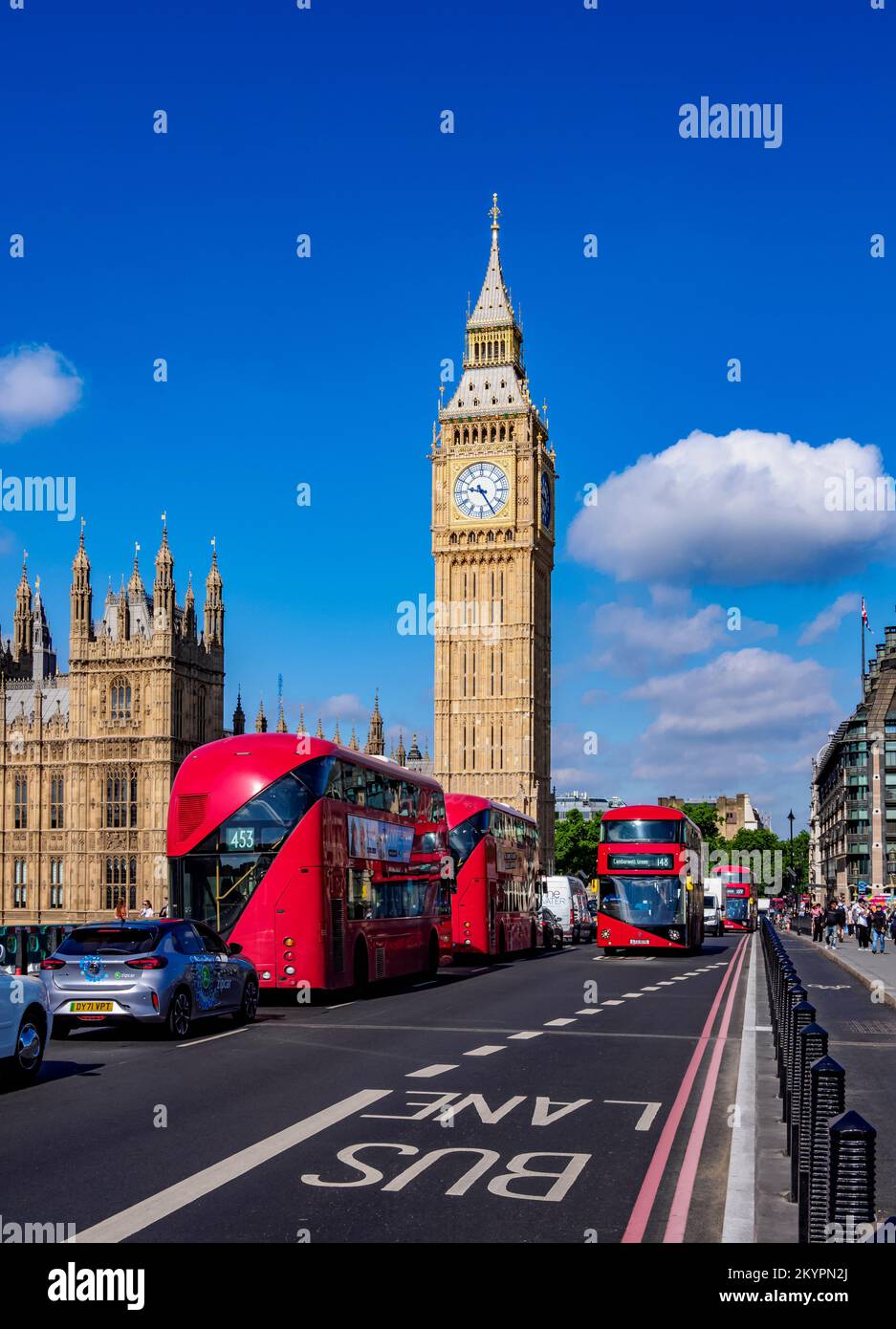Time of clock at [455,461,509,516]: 9:25
